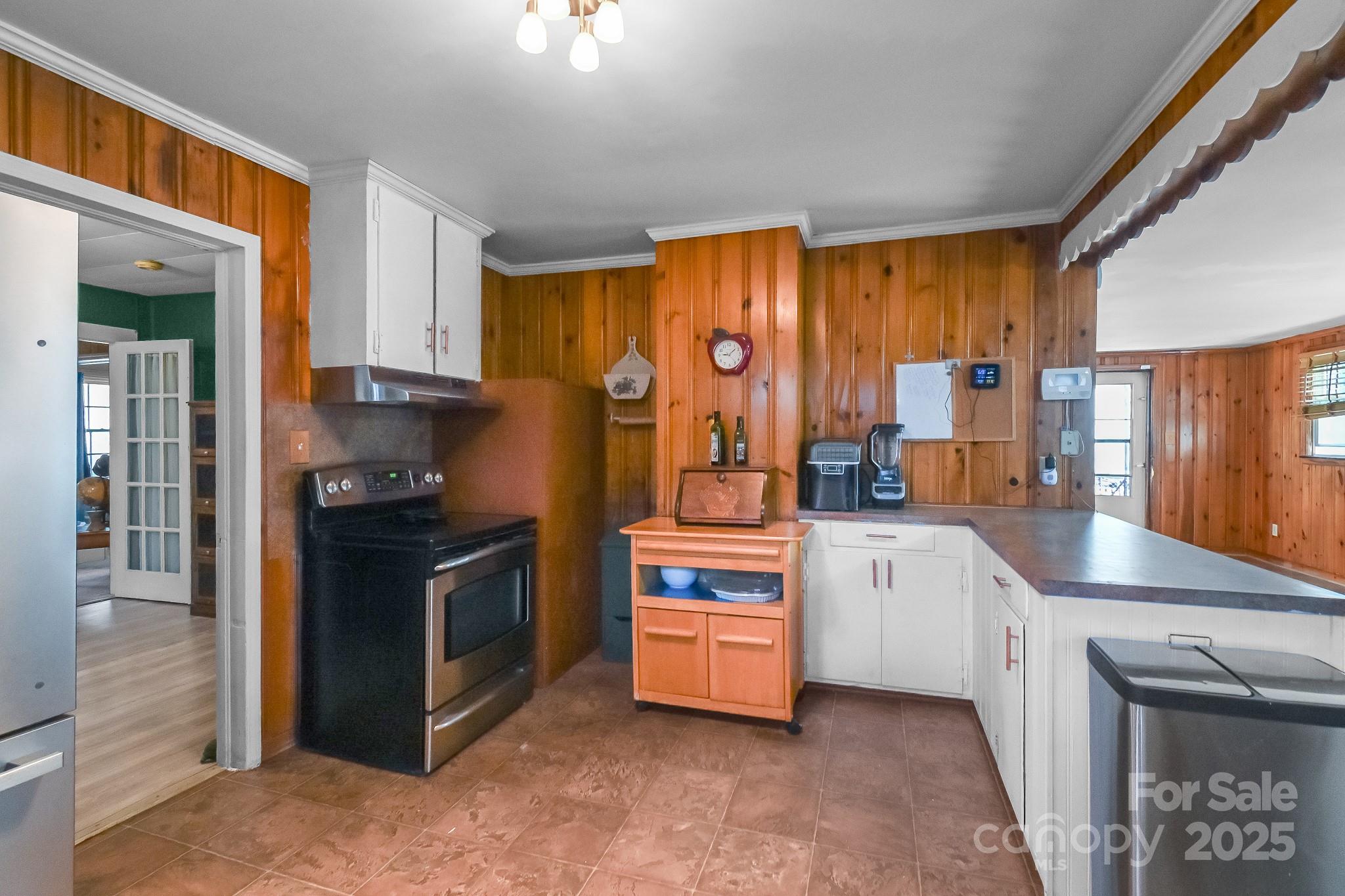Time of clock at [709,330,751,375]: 9:08
